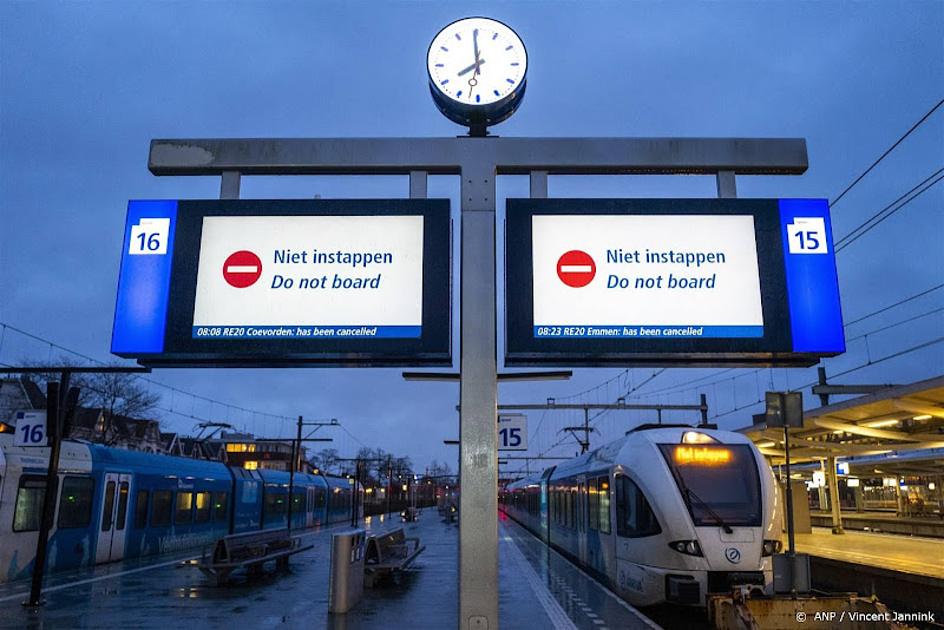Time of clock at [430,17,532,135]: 7:59
